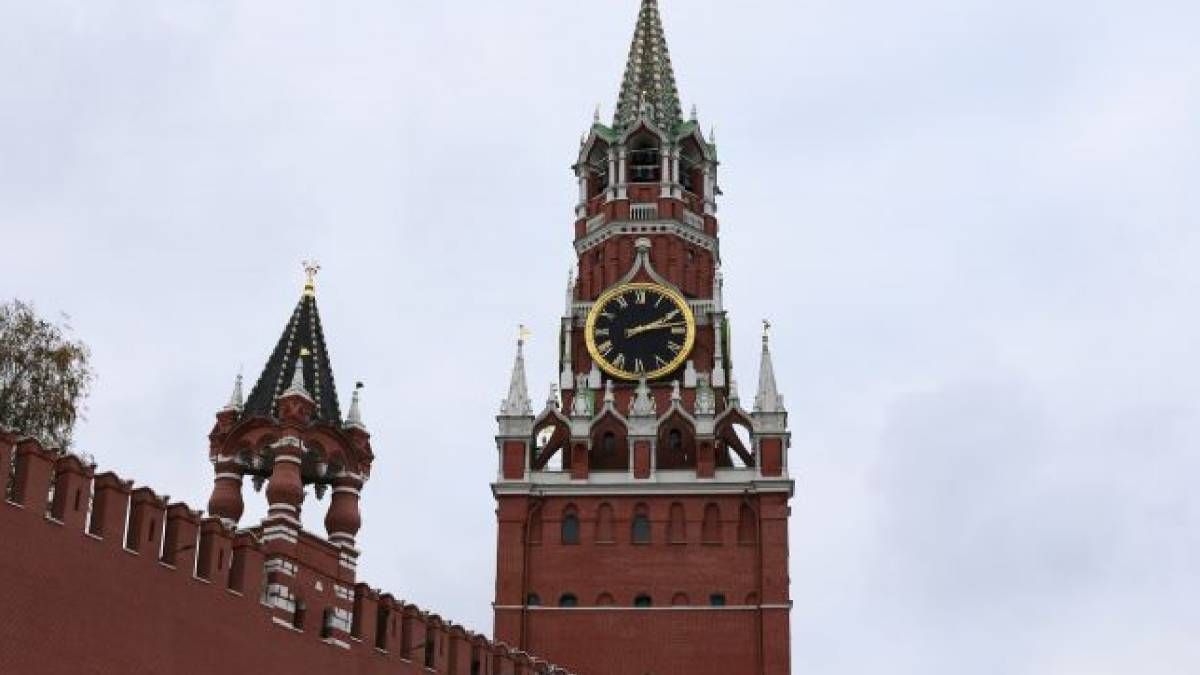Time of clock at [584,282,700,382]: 2:13
